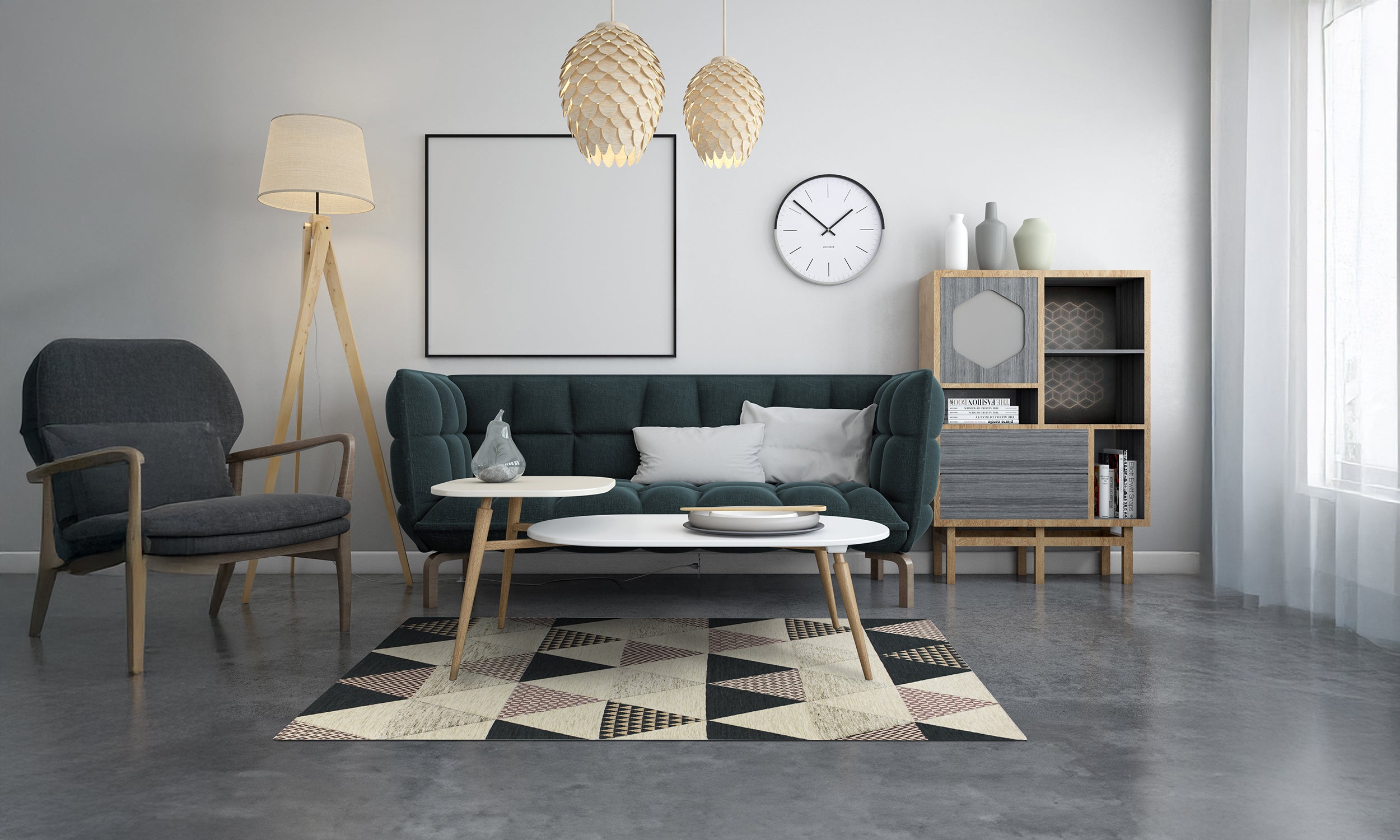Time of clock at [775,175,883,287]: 1:51
